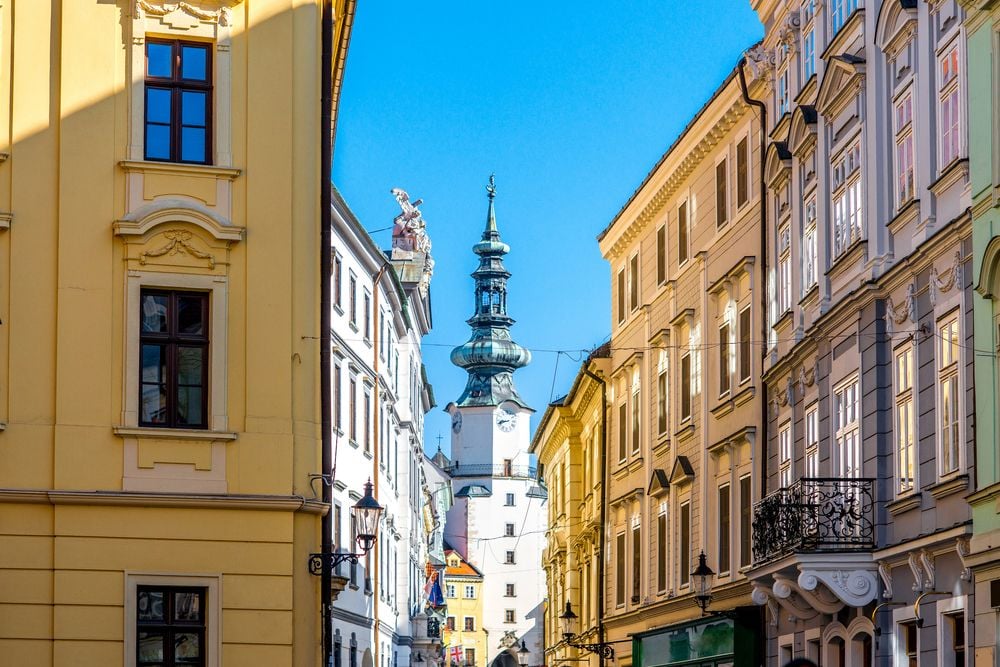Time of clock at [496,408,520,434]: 8:41
